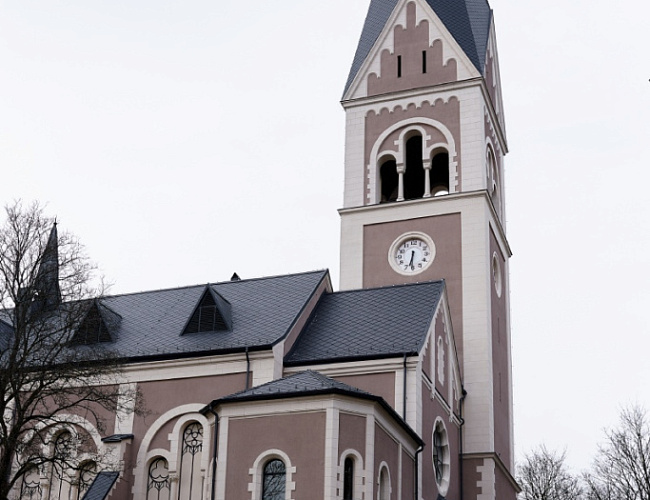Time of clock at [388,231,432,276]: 6:30
